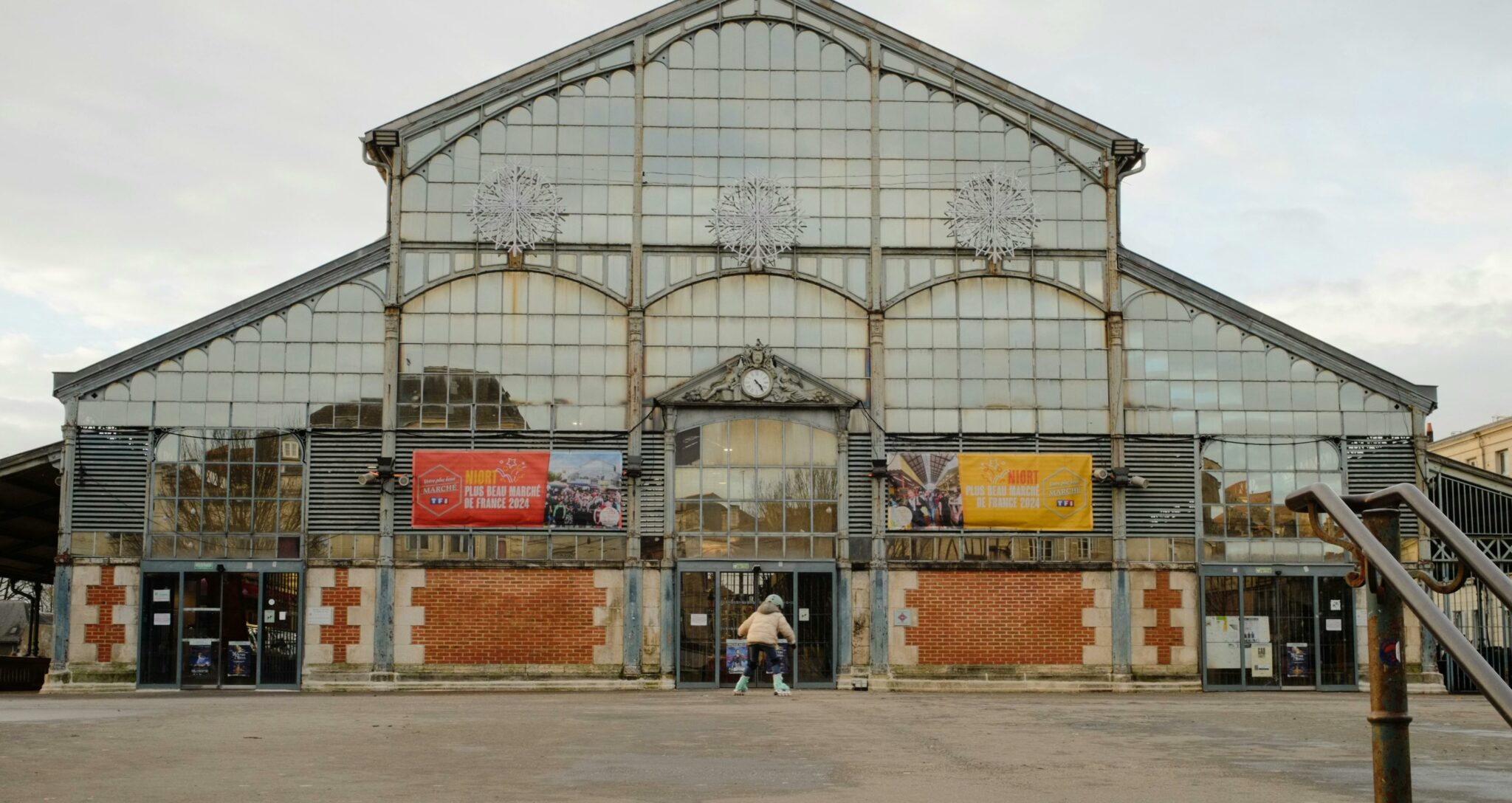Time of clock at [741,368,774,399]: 4:23
